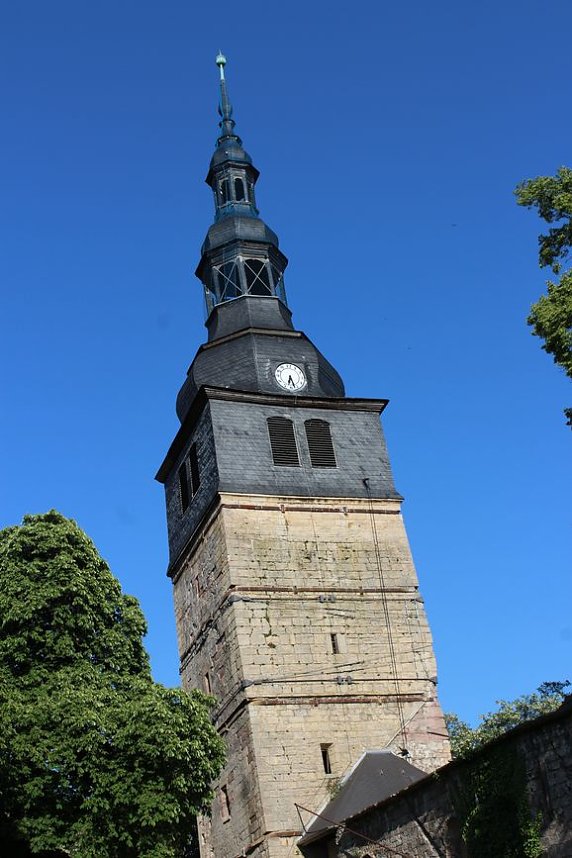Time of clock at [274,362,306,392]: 6:27
